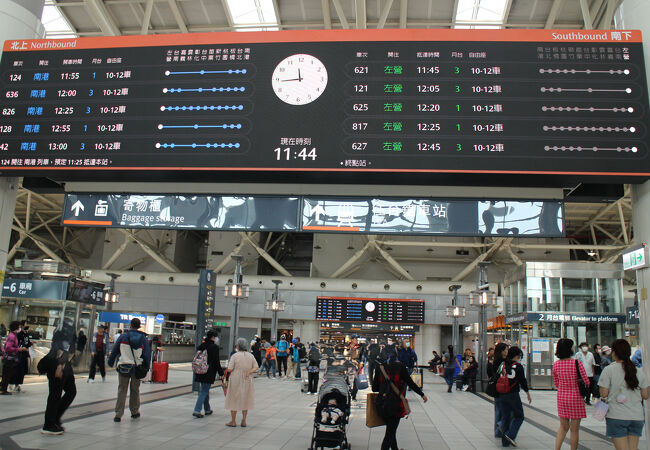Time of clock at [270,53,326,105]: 11:44
